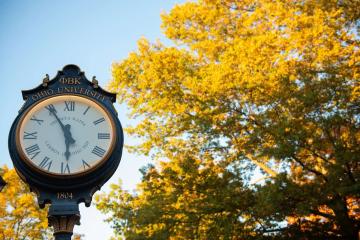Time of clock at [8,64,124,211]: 5:54
